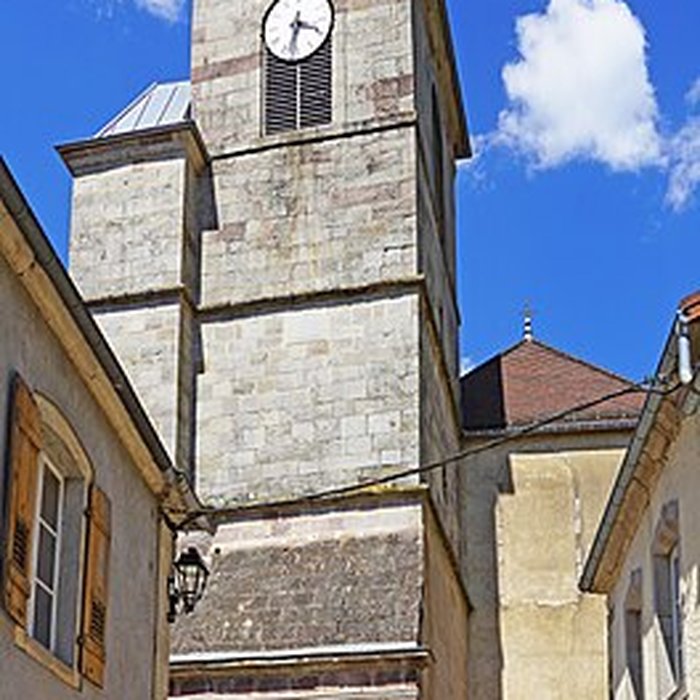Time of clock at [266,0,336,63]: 3:32
